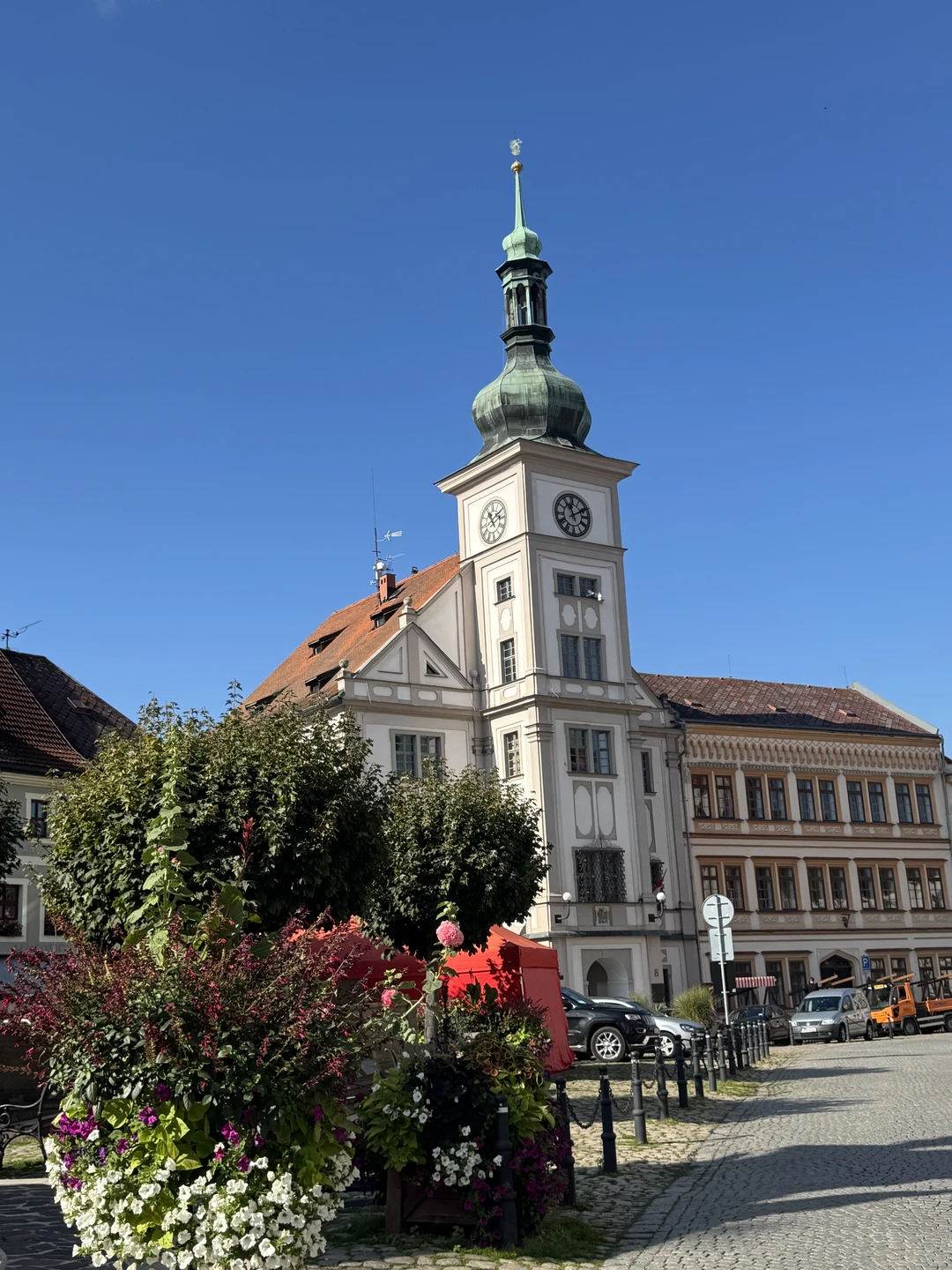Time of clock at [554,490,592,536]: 11:10
